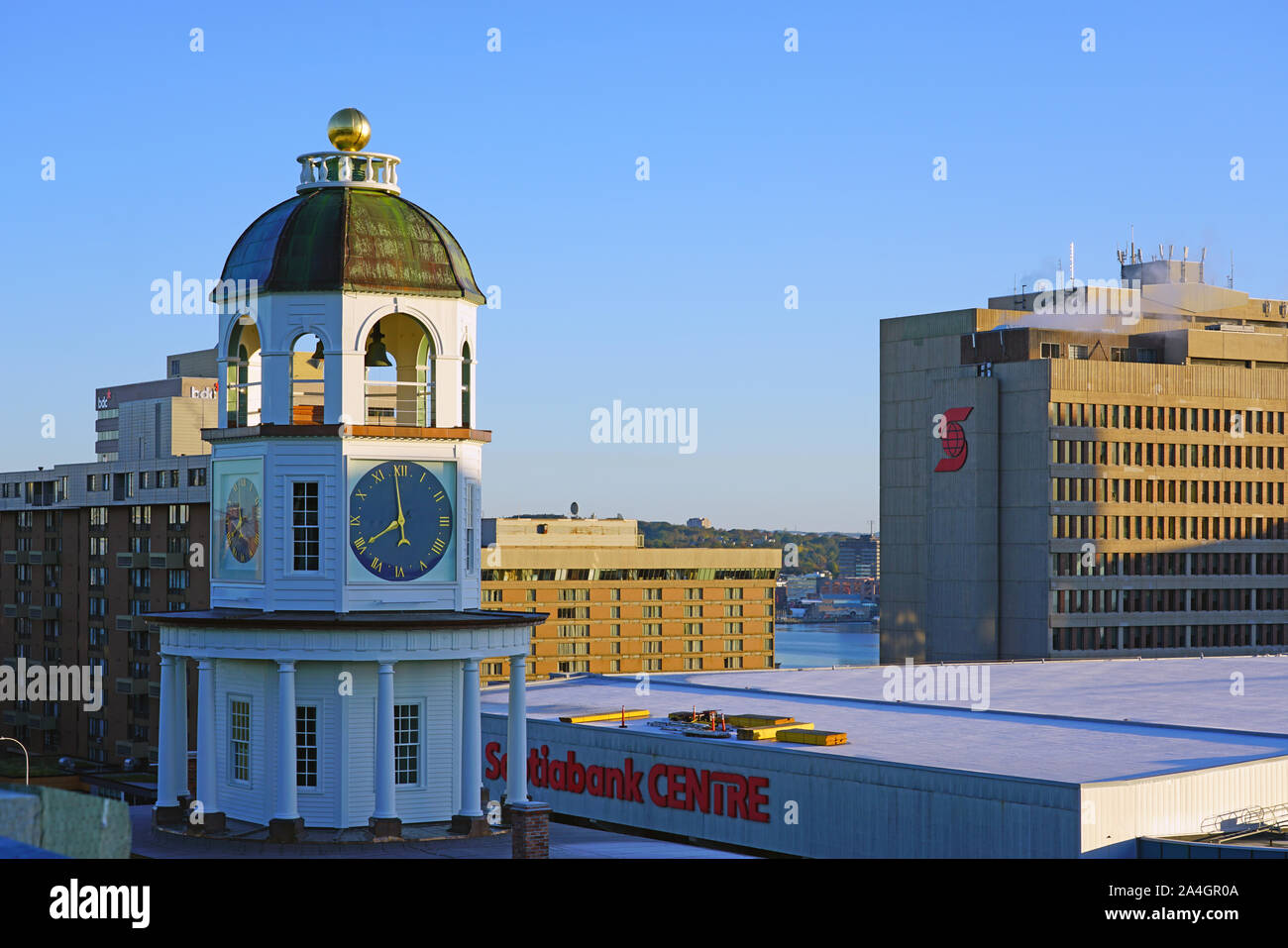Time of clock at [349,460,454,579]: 7:58
